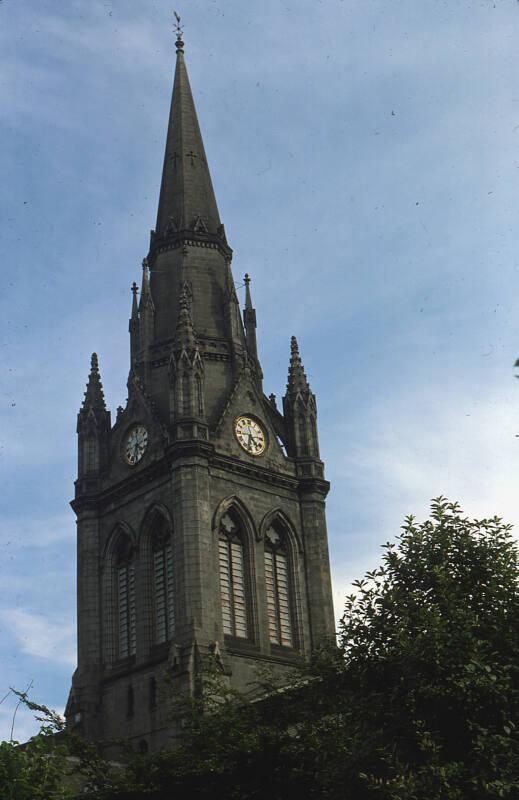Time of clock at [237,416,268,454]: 4:32
